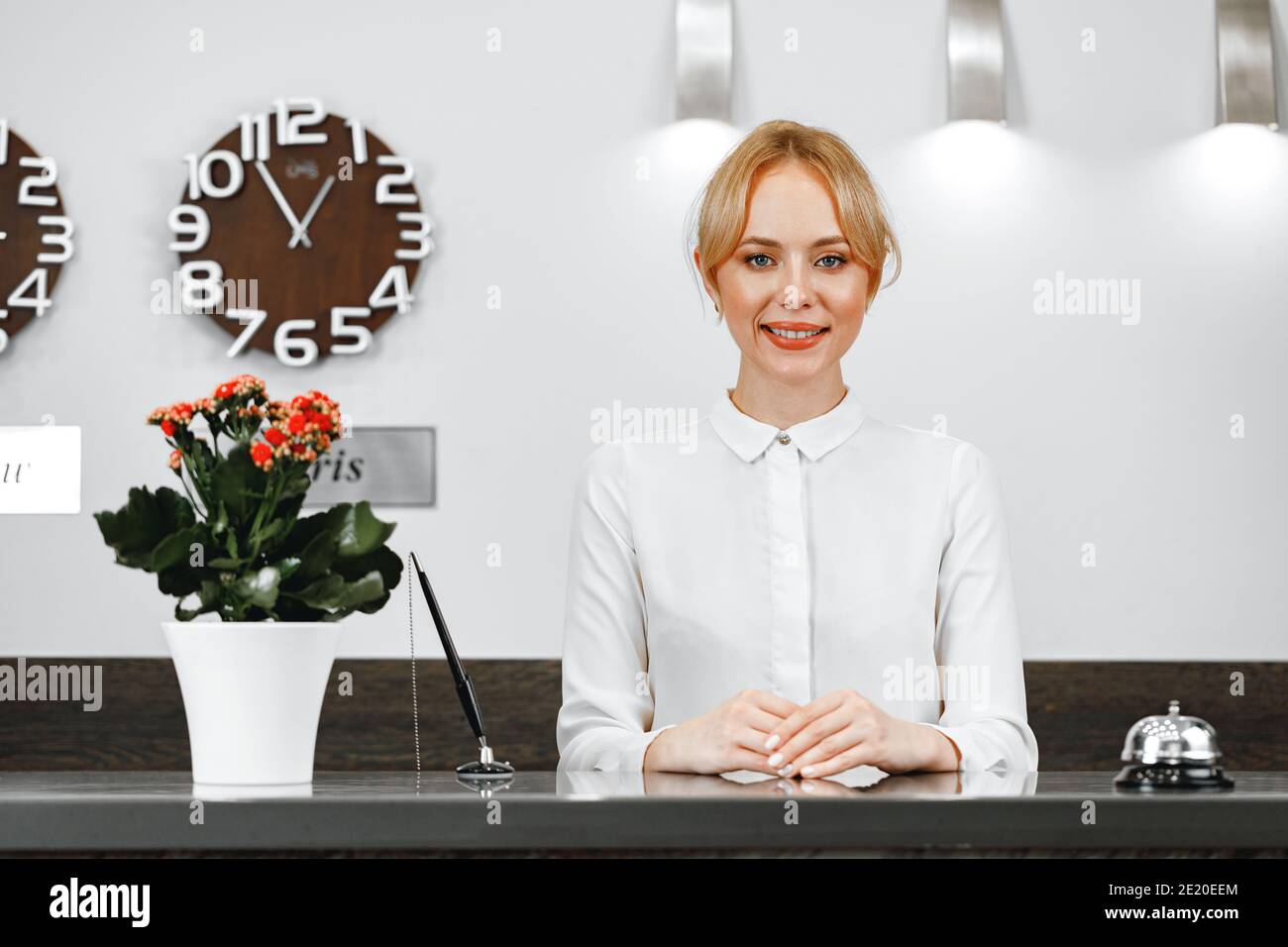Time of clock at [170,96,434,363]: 12:54
